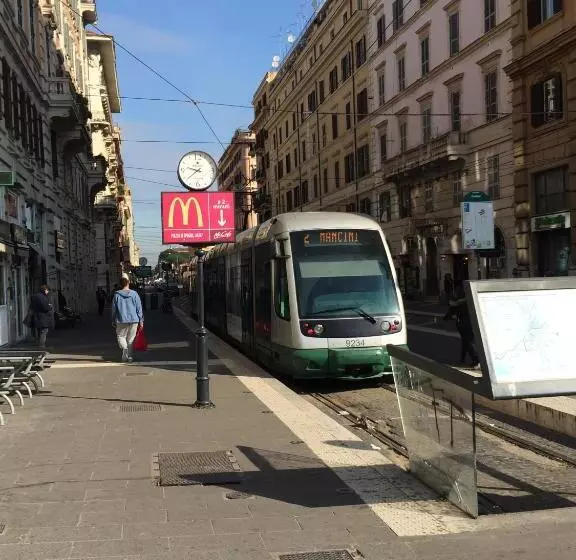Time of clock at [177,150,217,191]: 9:38
